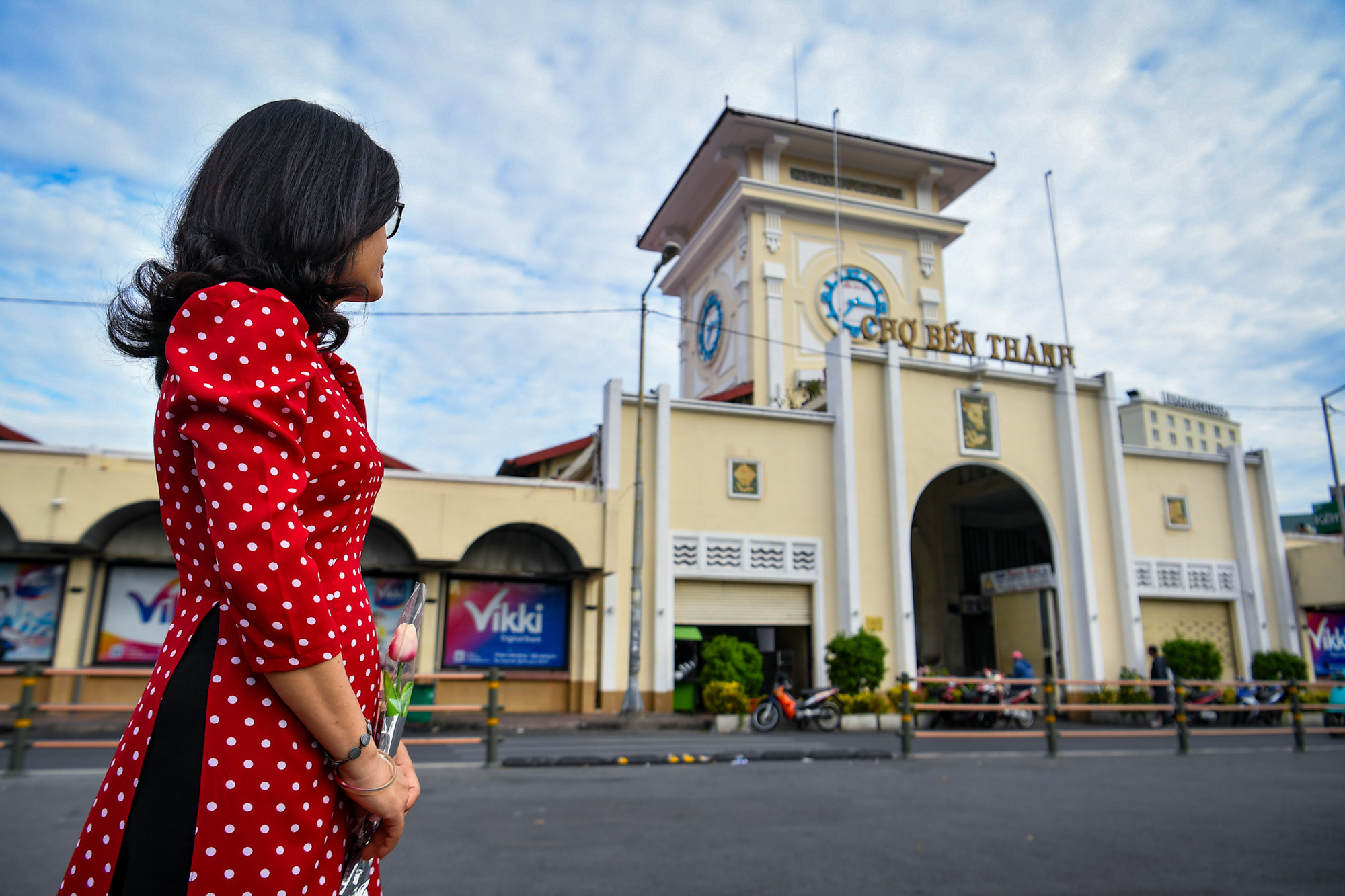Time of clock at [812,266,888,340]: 7:15
